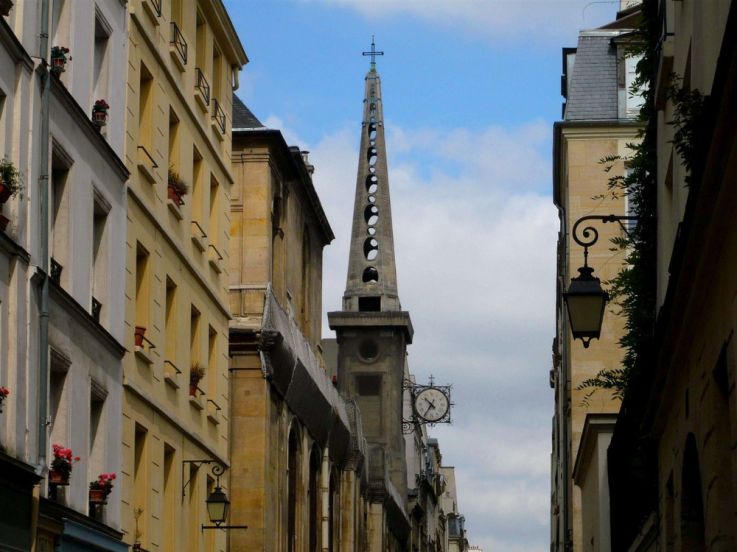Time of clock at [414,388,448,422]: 10:35
